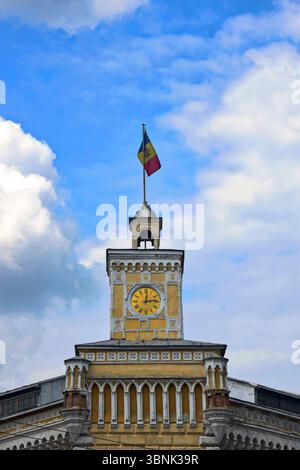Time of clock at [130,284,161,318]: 12:13
